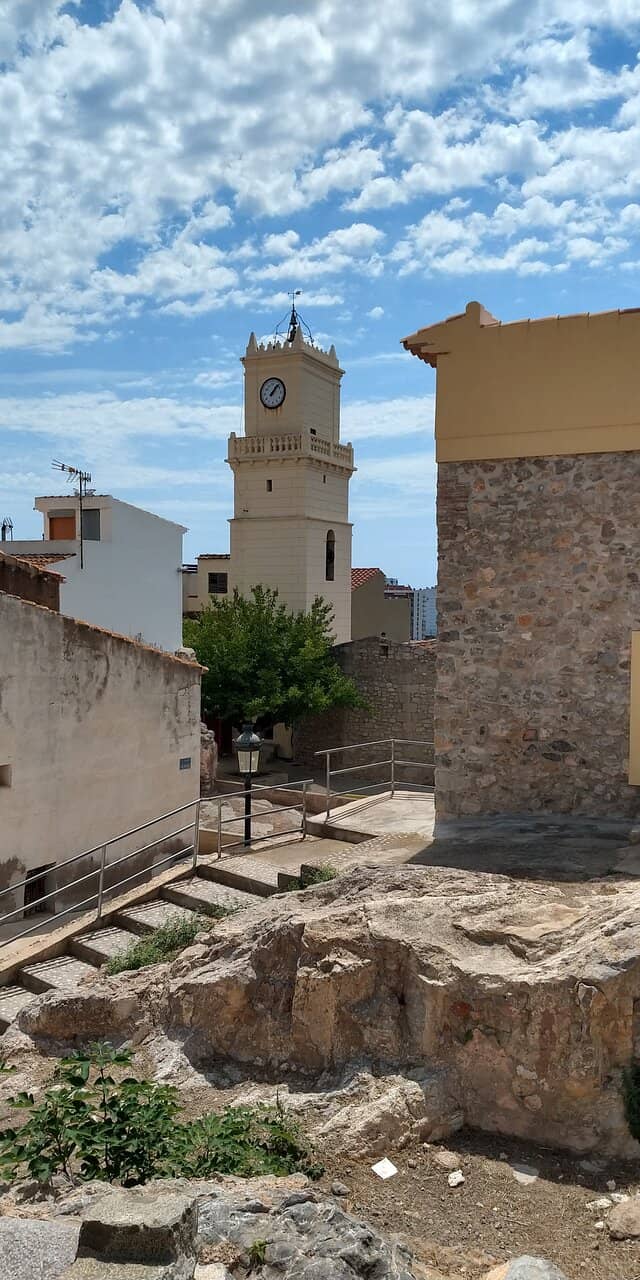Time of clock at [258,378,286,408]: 1:07
